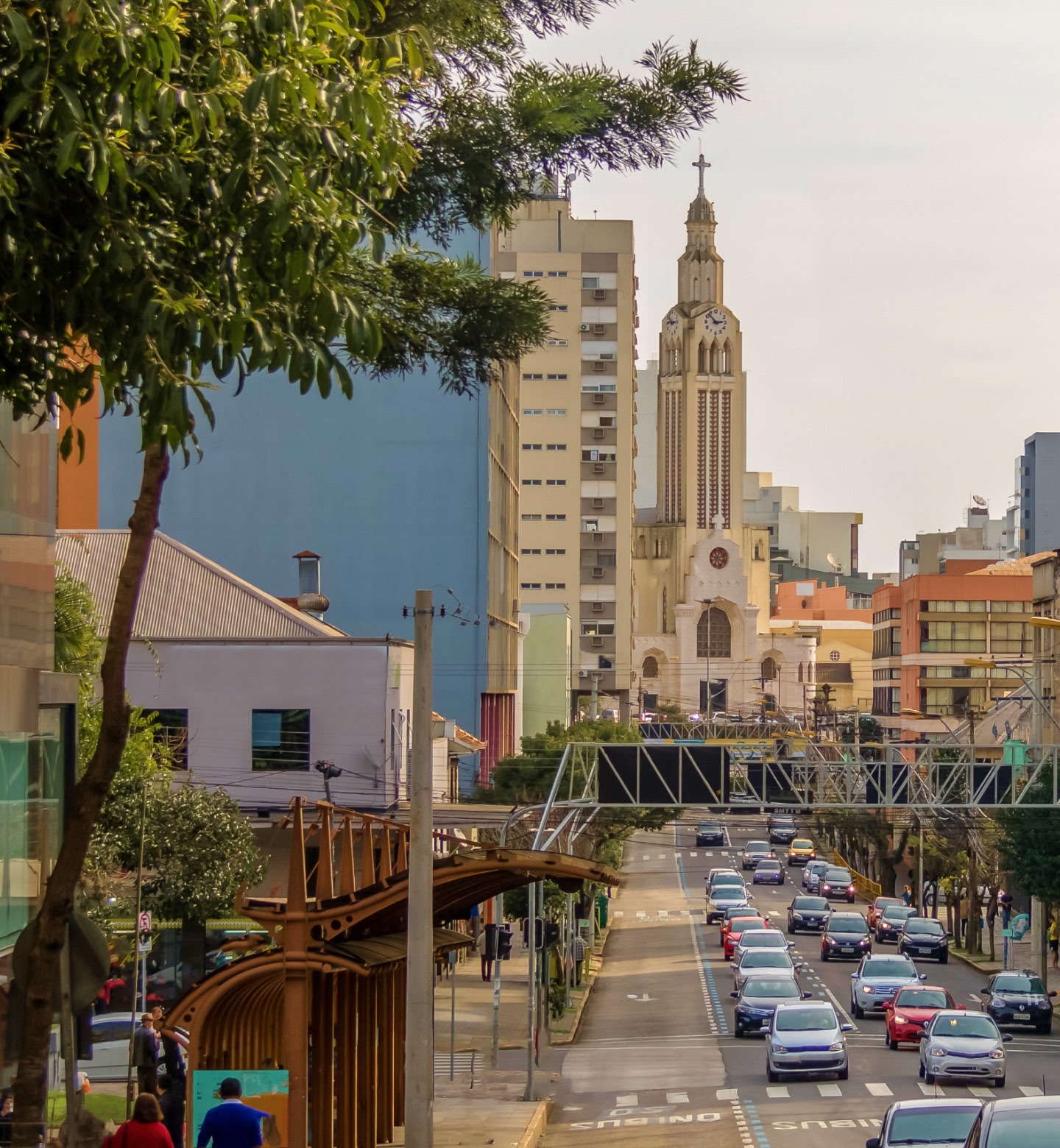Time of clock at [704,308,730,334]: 2:52
